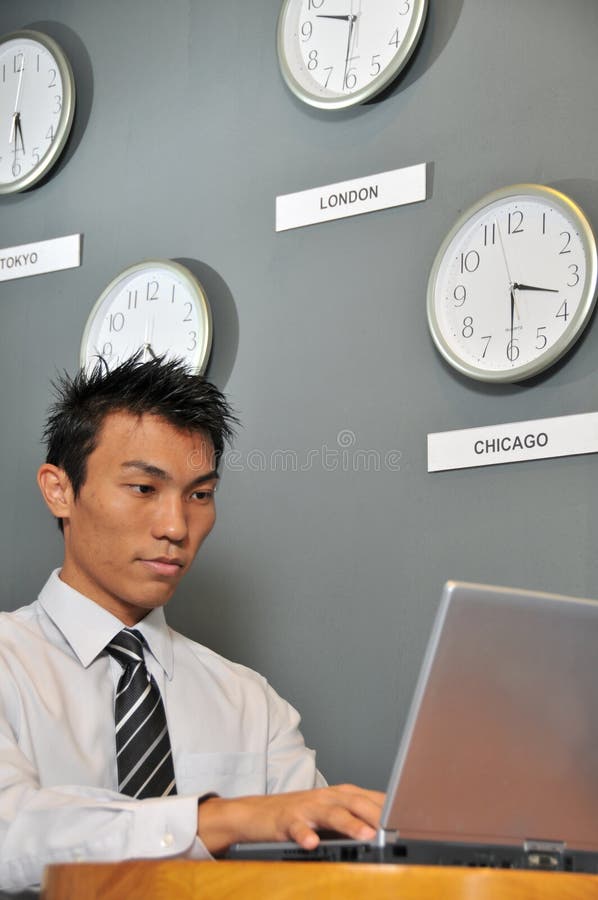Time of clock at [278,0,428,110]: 9:31
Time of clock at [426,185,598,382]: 3:30
